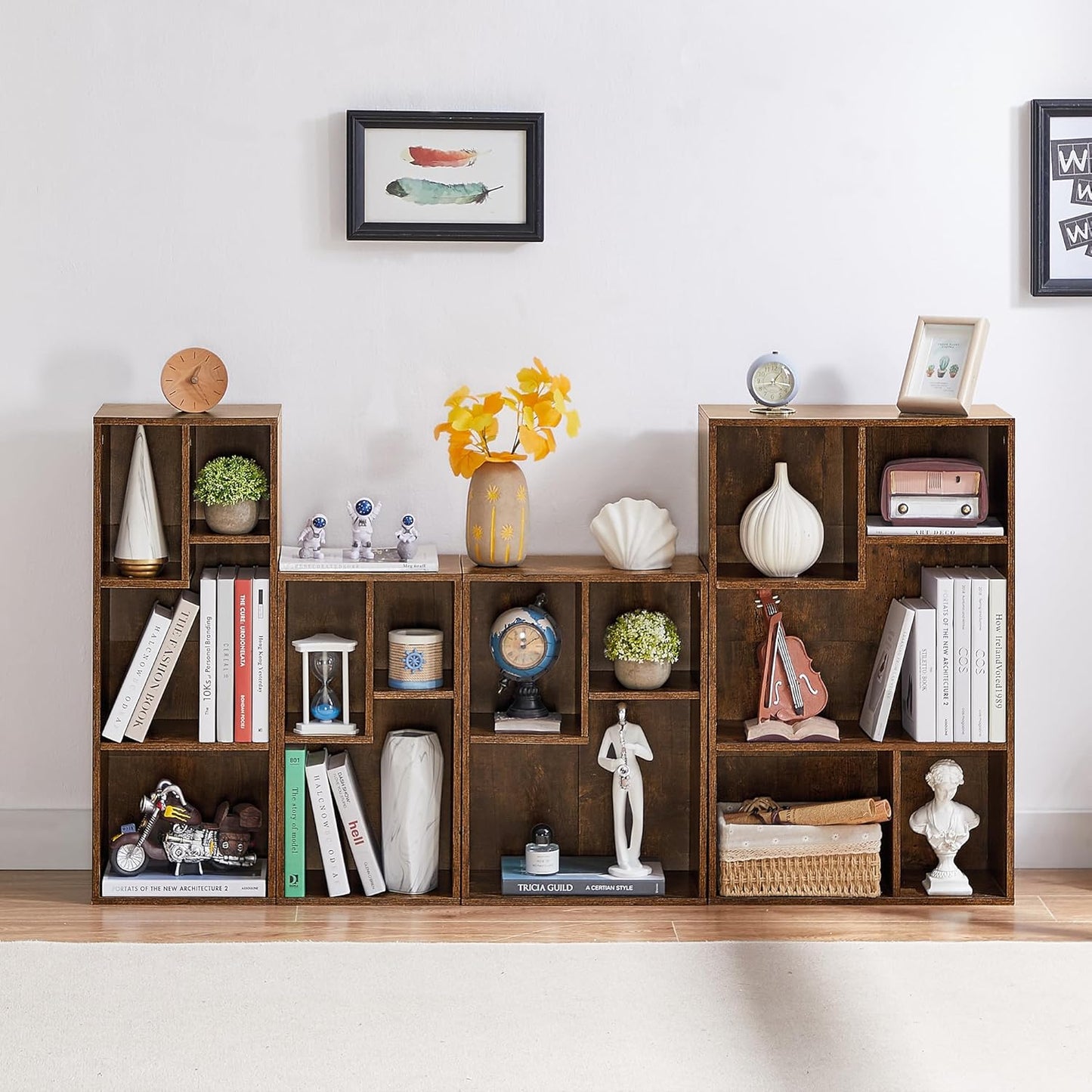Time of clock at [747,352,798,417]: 1:16
